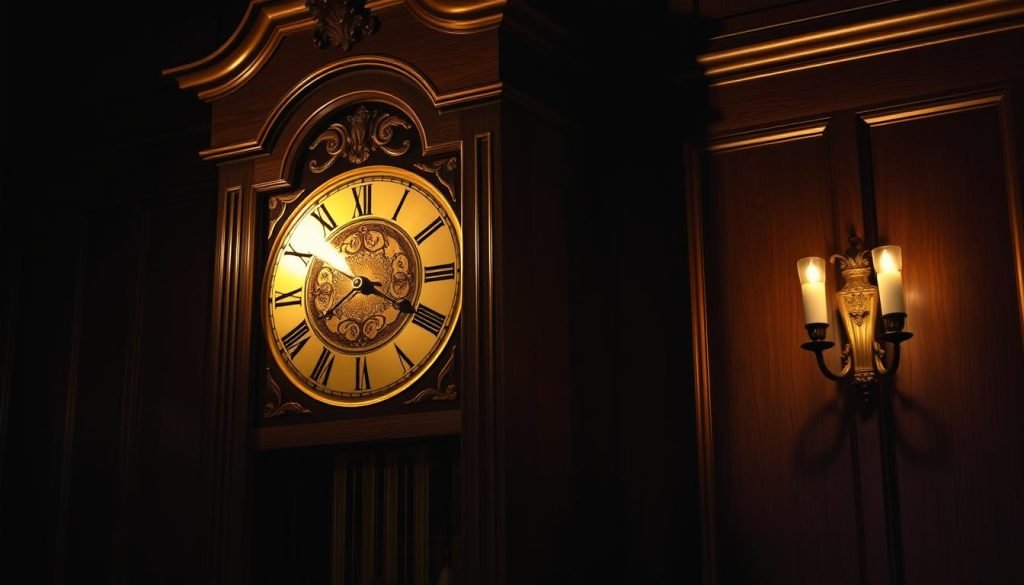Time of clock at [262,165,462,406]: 8:19
